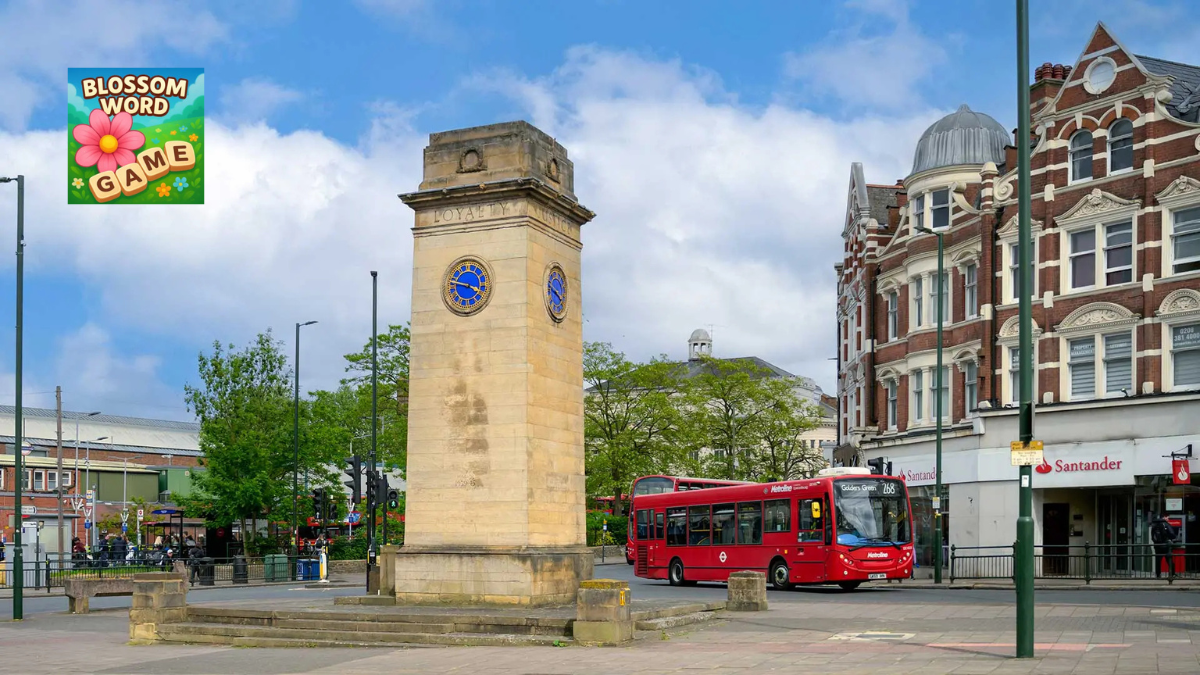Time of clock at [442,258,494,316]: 3:47
